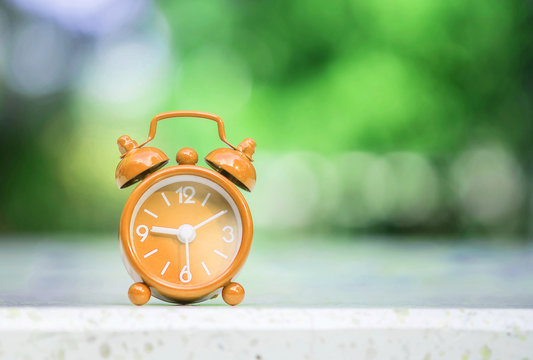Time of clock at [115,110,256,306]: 9:10
